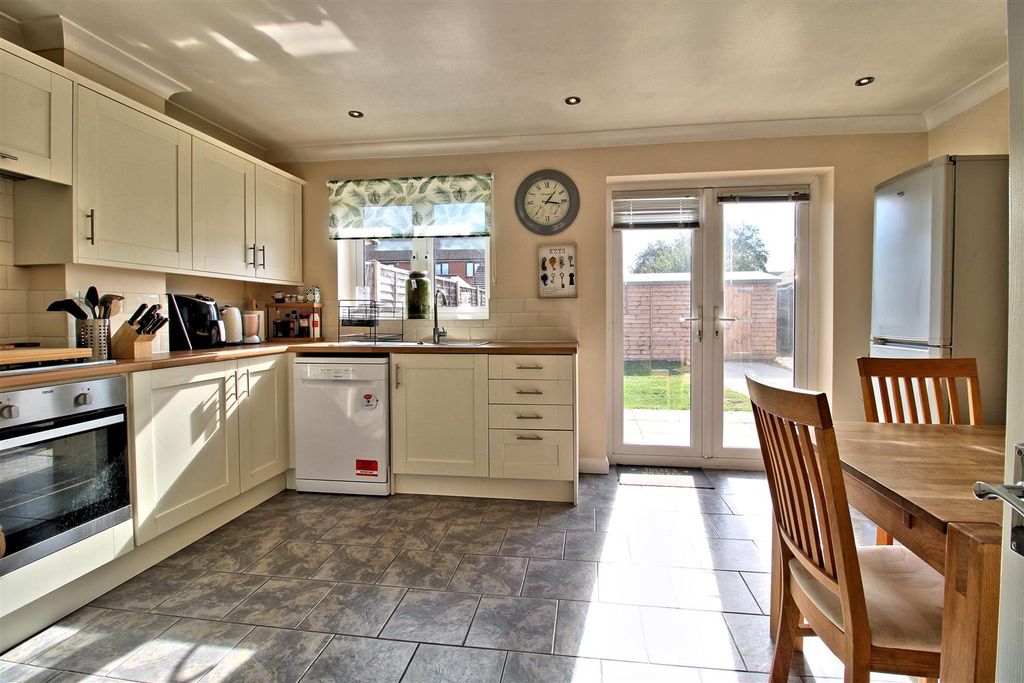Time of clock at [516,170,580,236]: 1:16
